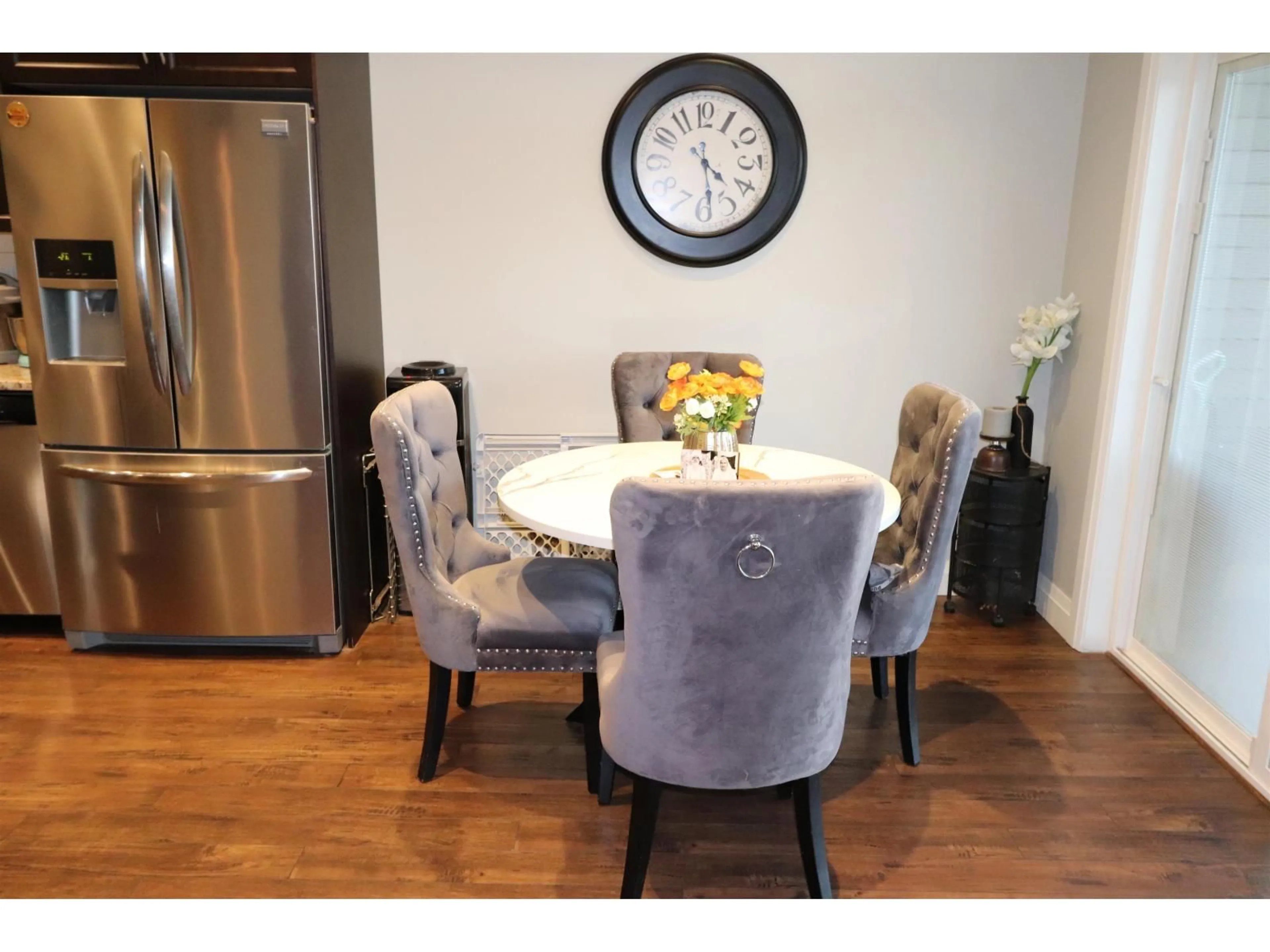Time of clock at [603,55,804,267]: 4:28
